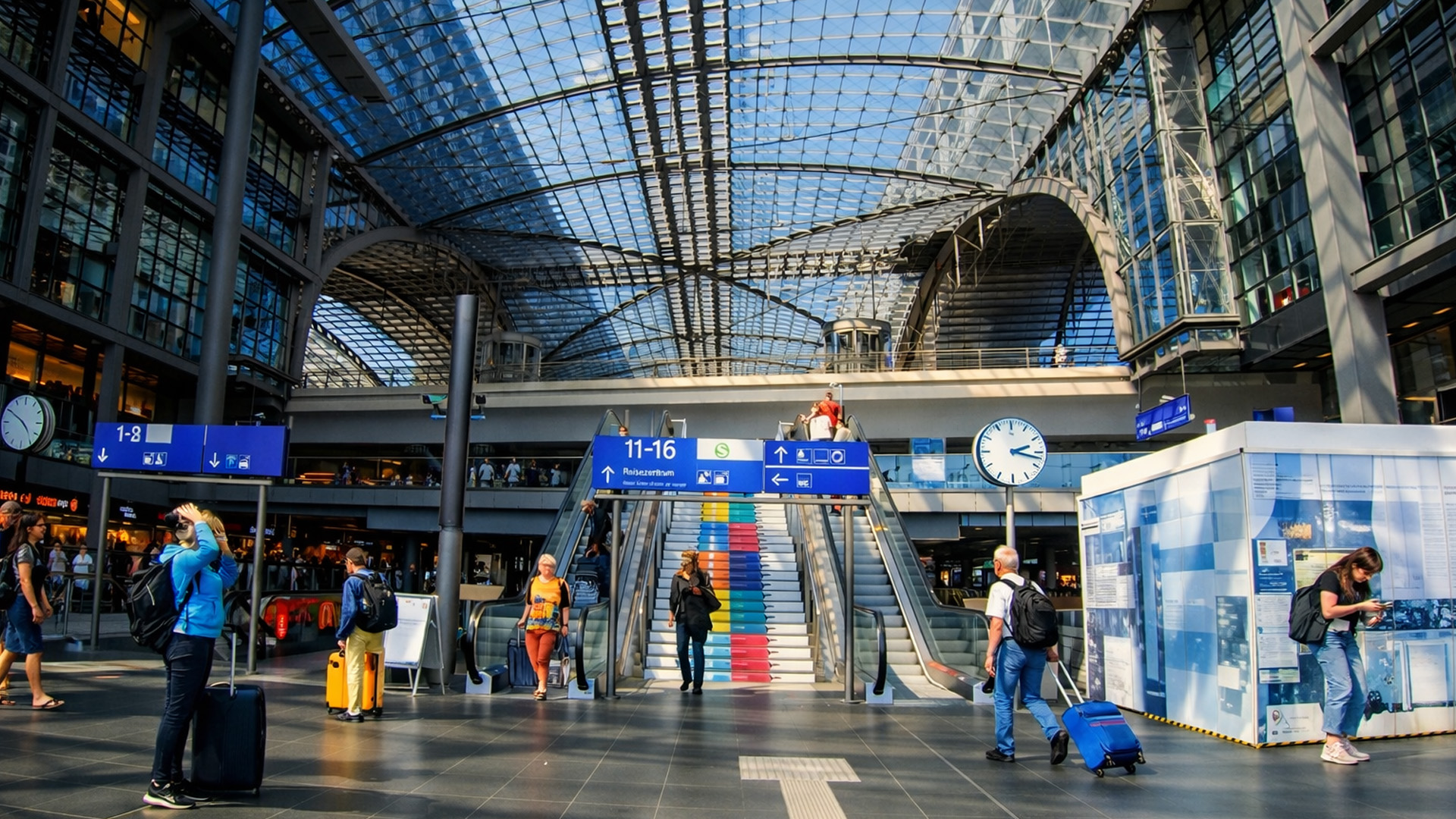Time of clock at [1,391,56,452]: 4:50
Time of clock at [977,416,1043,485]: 2:17
